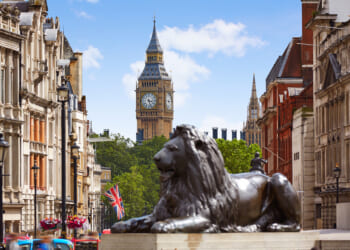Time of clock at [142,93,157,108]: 3:26
